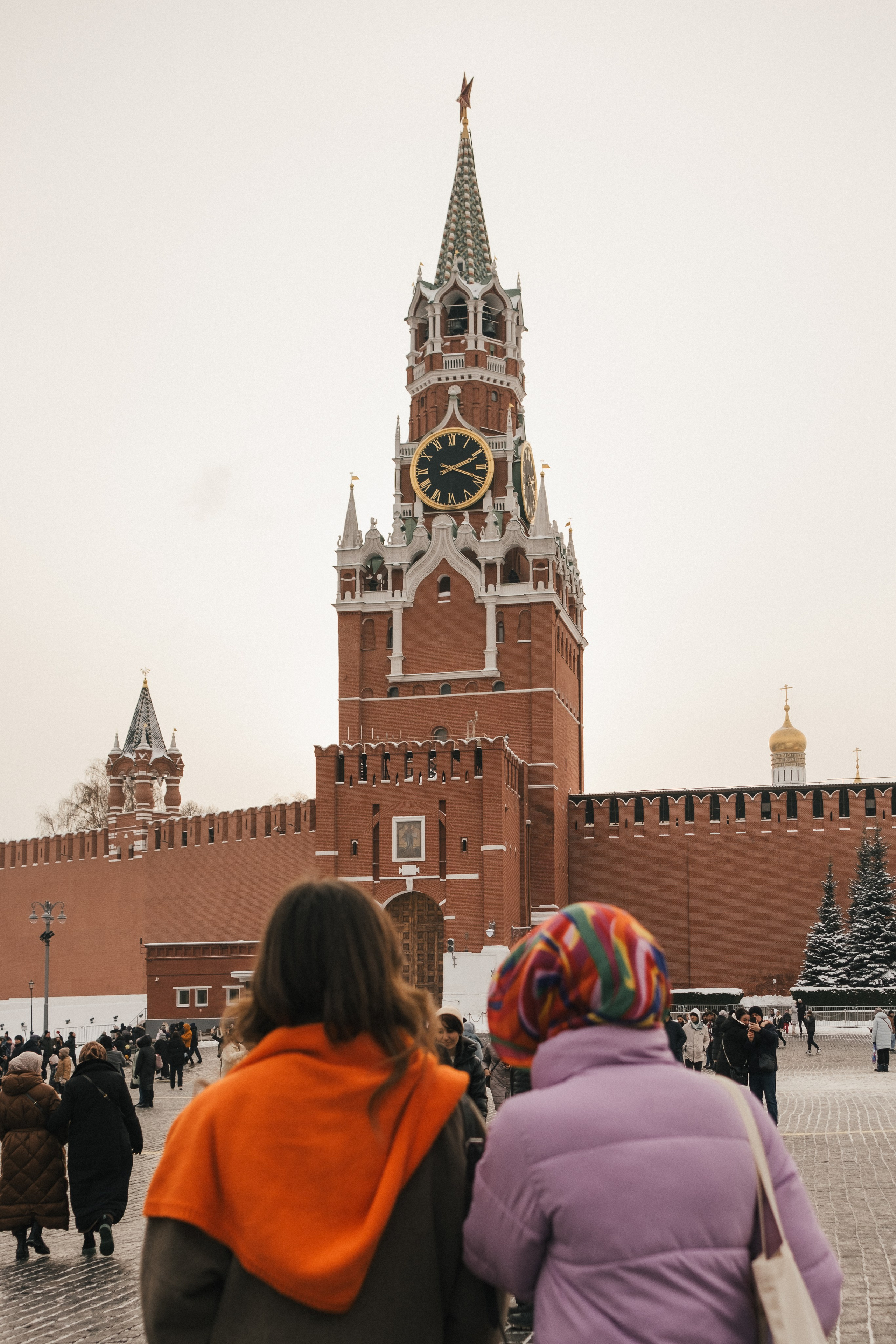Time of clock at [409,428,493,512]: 2:18
